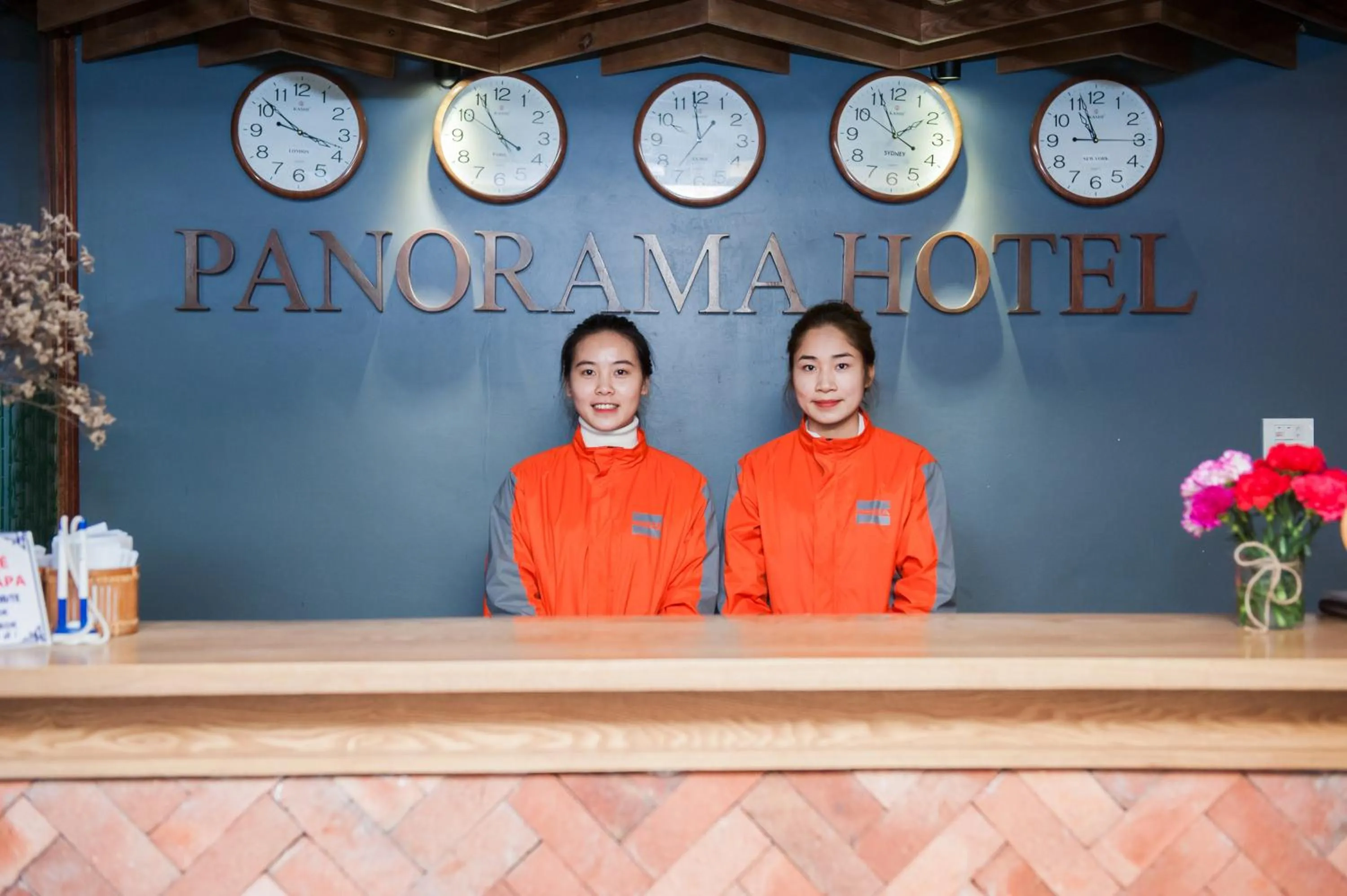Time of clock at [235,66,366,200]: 3:51
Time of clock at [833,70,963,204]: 1:56
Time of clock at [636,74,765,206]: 12:58
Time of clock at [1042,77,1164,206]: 8:56
